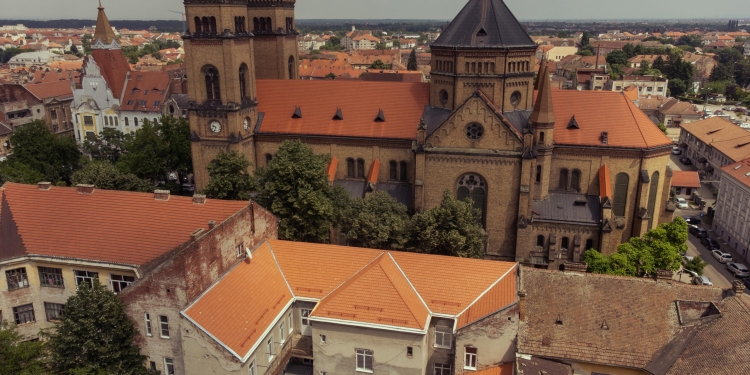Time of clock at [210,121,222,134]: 9:33
